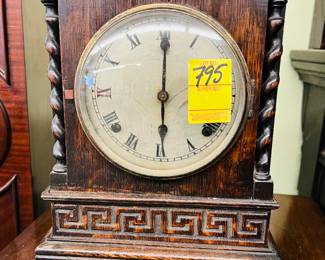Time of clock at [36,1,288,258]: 6:00
